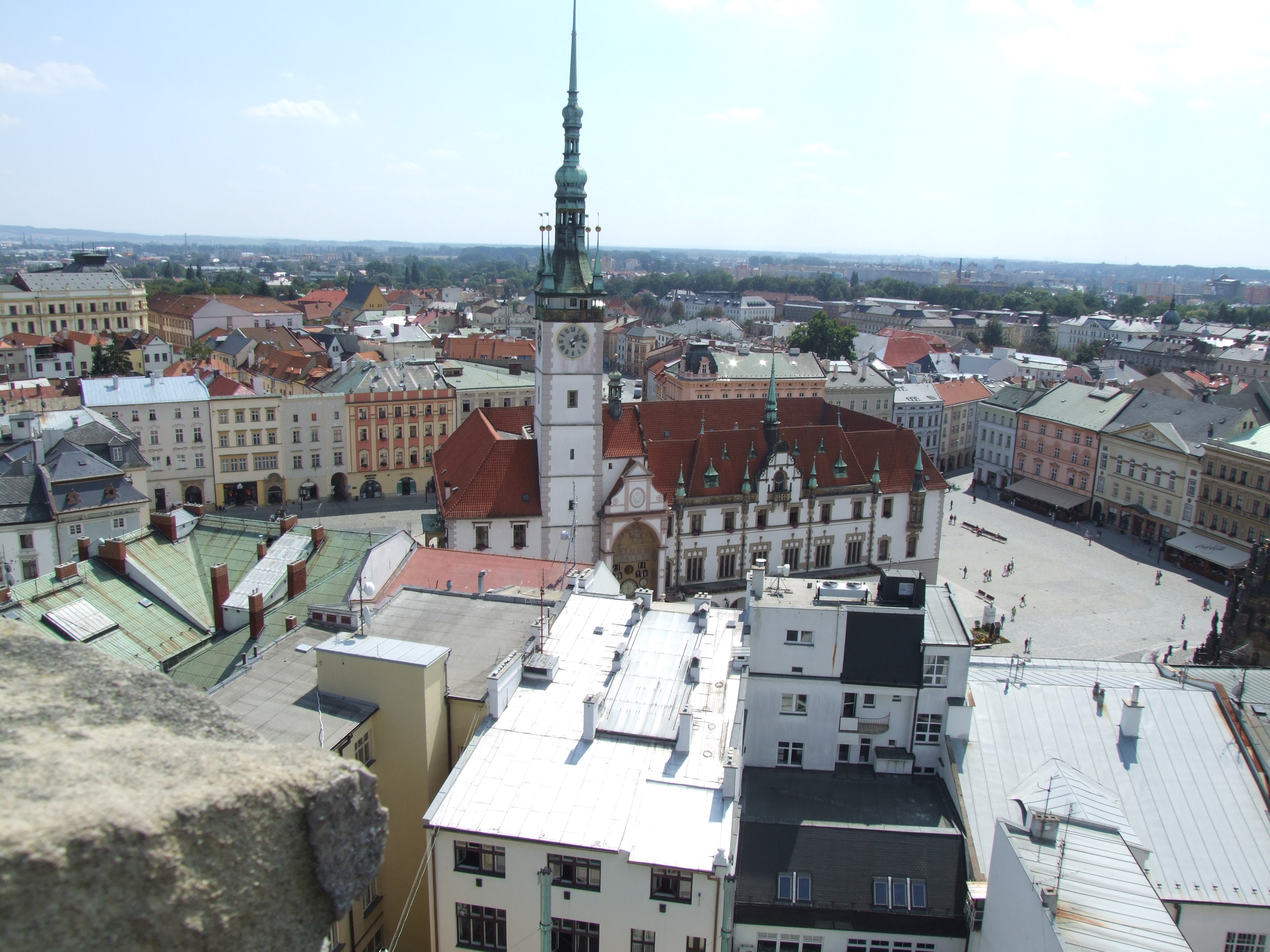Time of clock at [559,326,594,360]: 1:12
